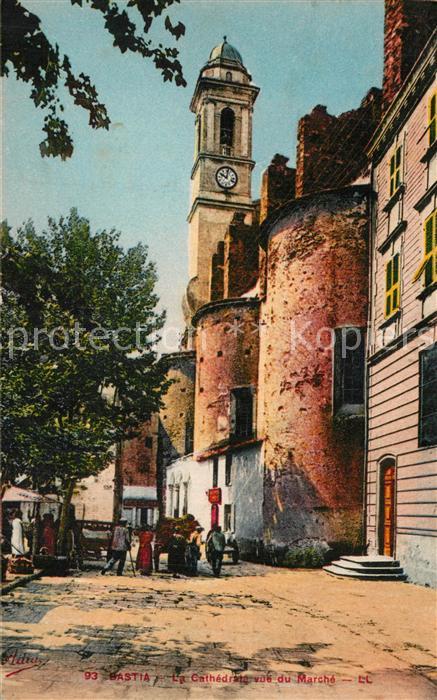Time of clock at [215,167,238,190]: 10:01
